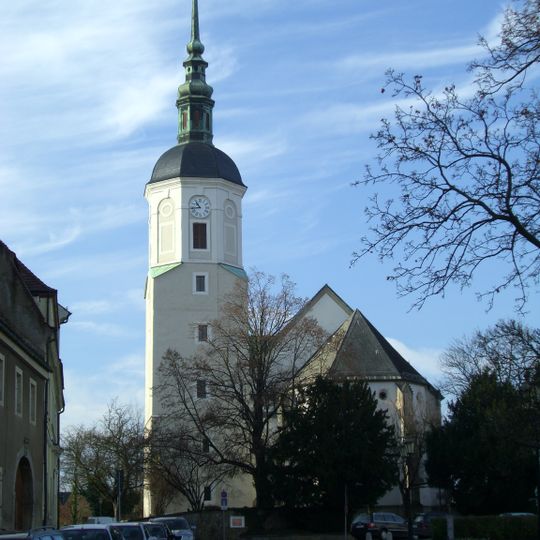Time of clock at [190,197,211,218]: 10:43
